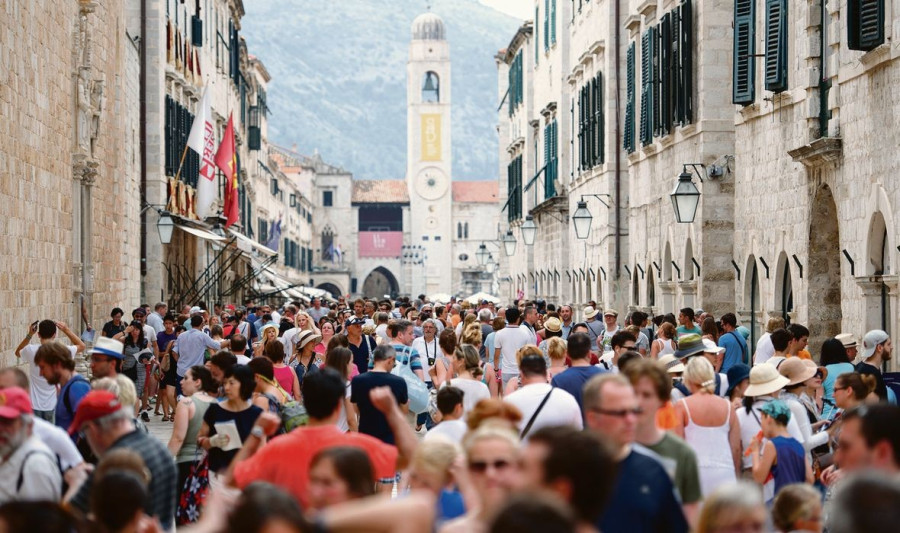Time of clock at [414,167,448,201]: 8:54
